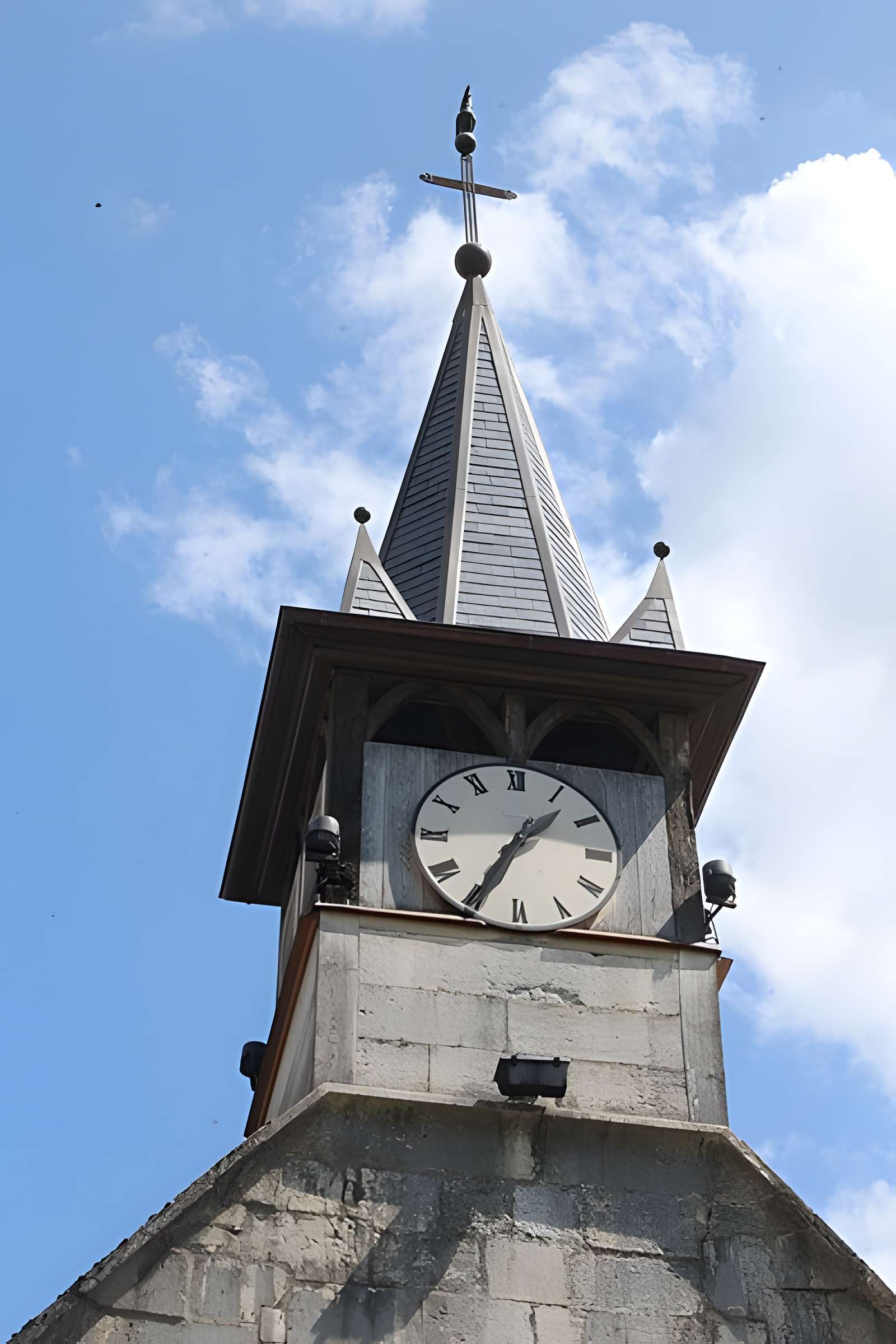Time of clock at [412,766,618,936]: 1:34
